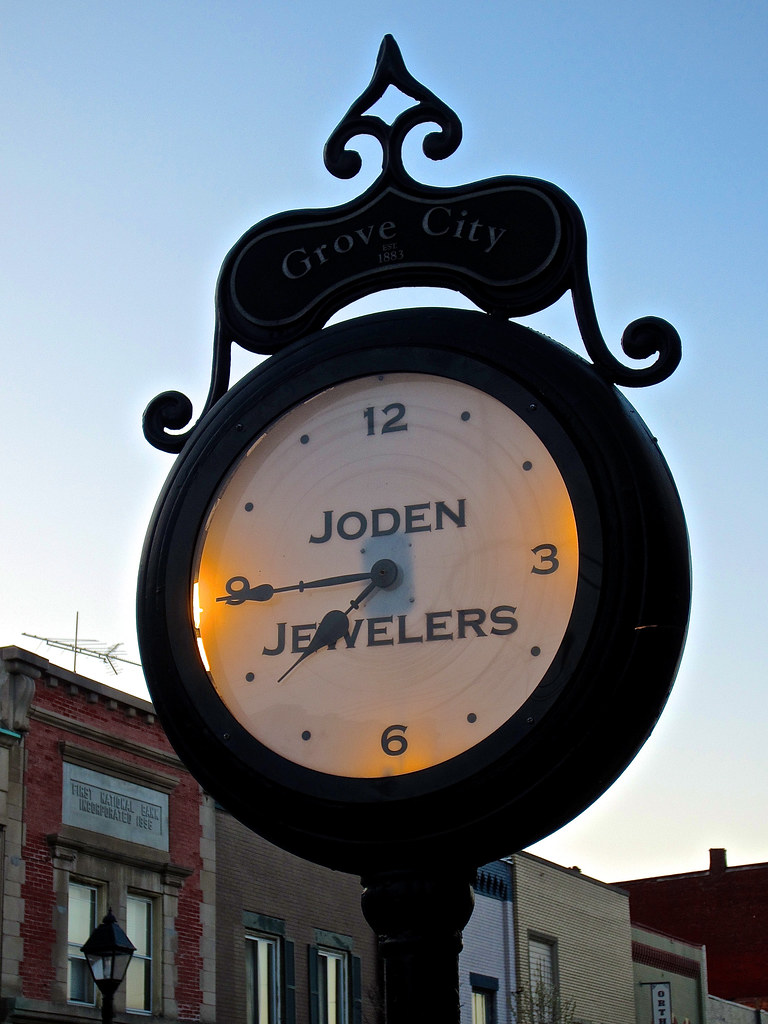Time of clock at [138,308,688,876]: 7:44
